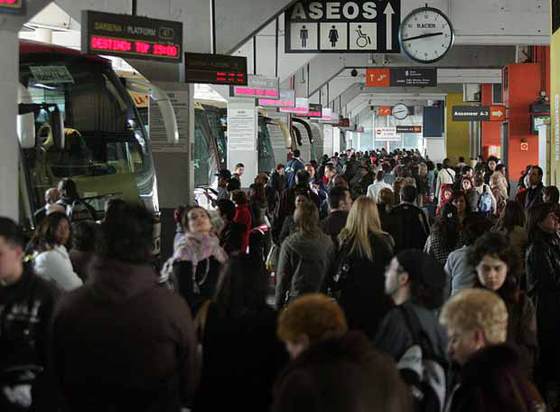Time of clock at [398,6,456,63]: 2:42
